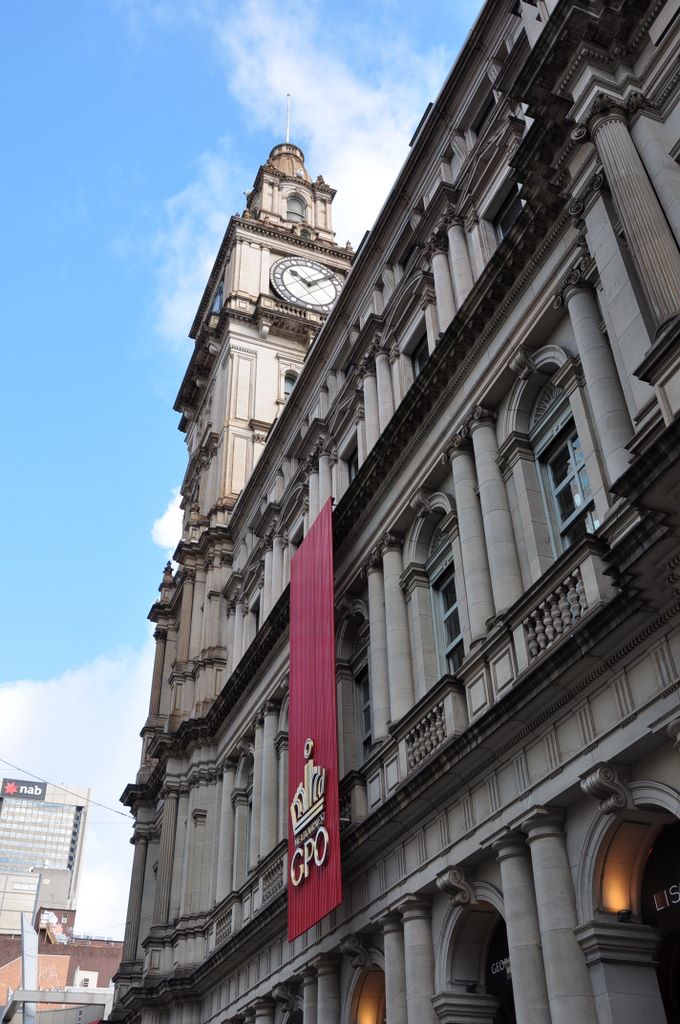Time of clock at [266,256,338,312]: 10:07
